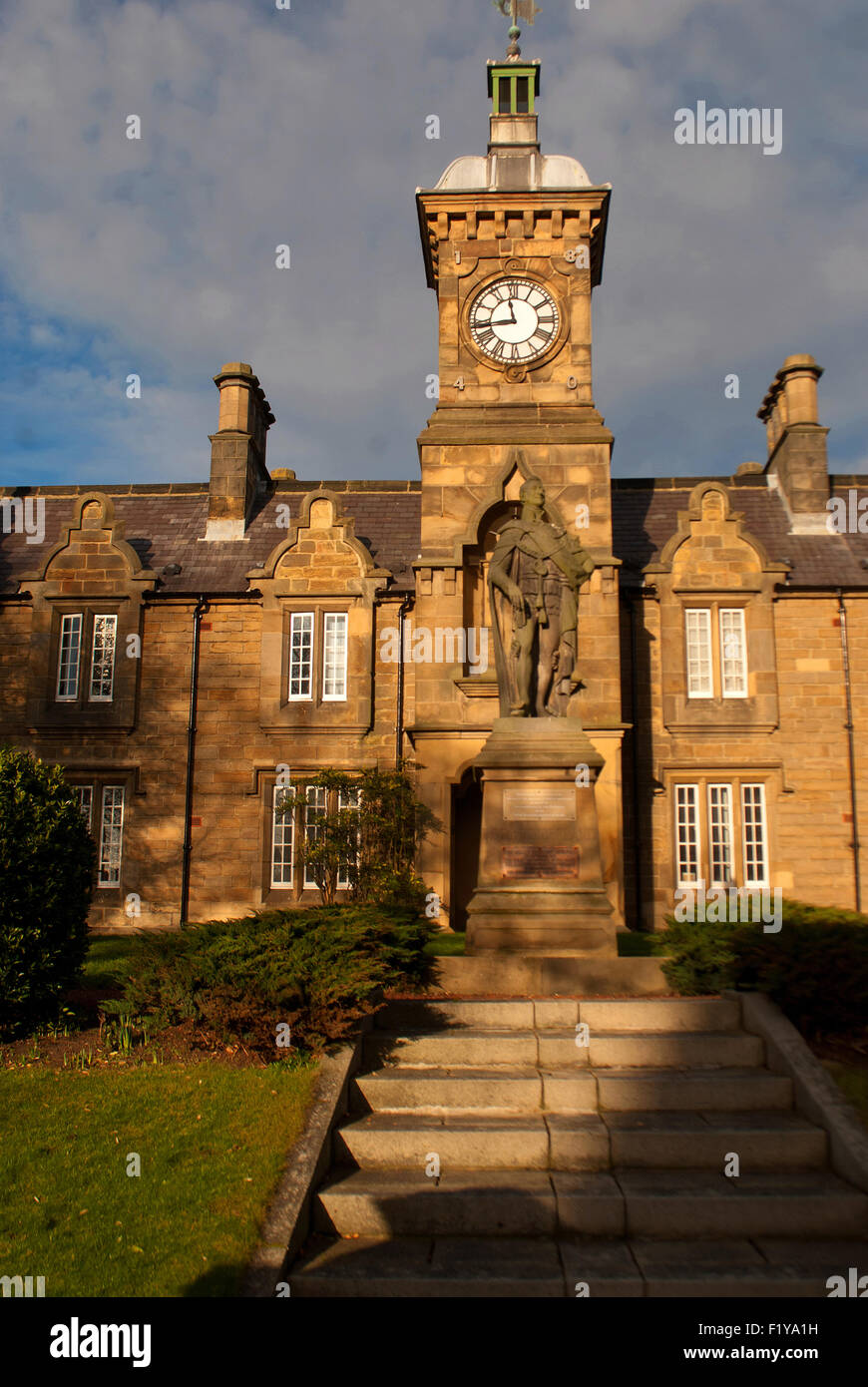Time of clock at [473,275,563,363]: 11:43
